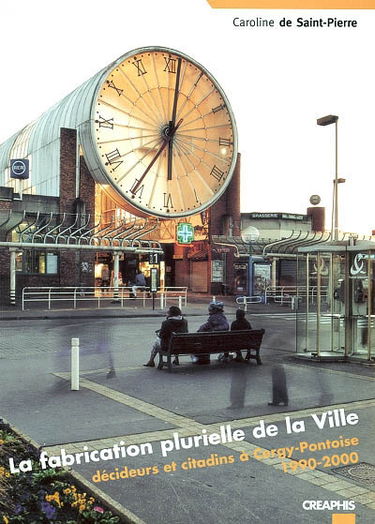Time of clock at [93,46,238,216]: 6:01
